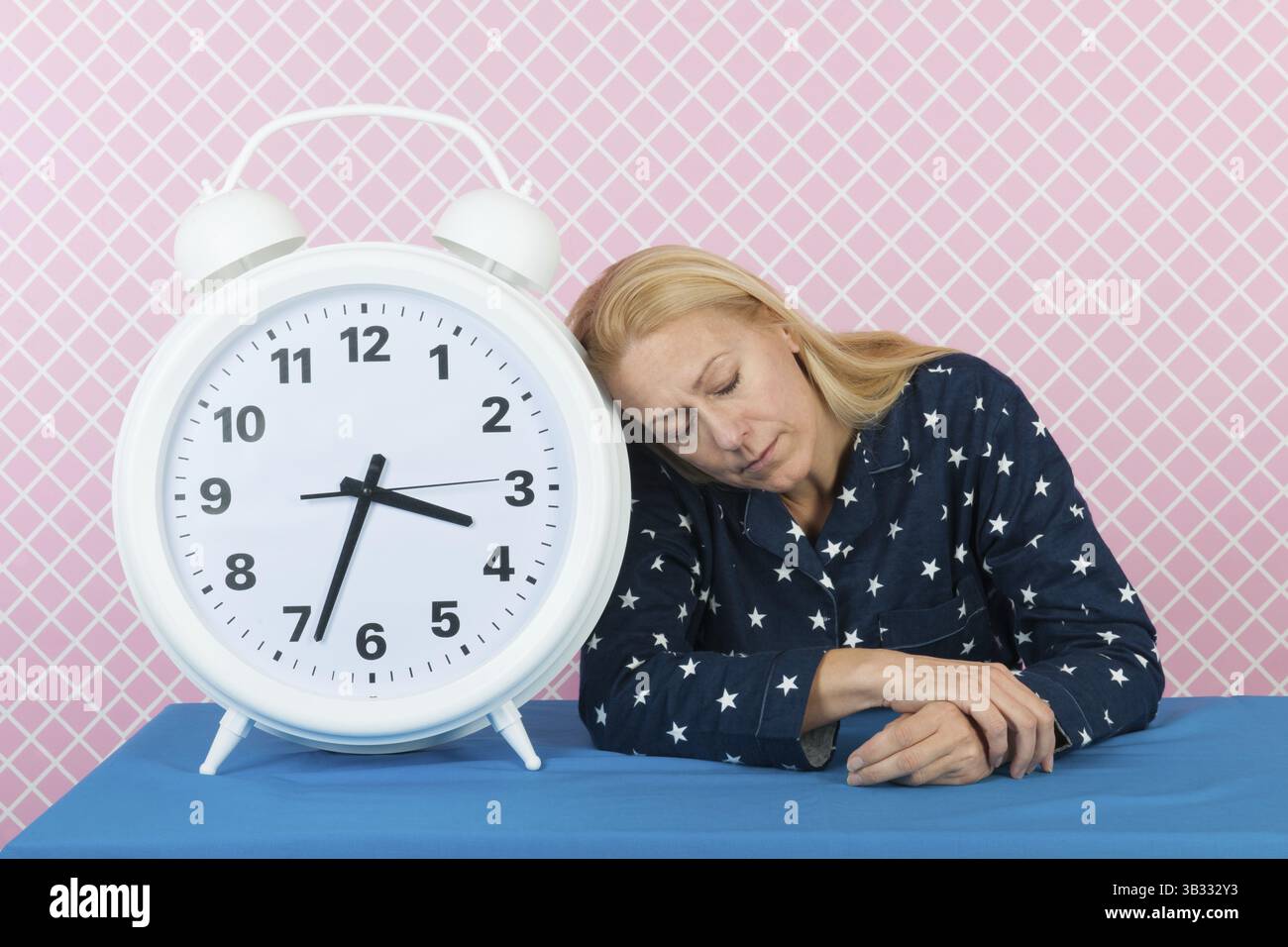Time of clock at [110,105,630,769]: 3:33
